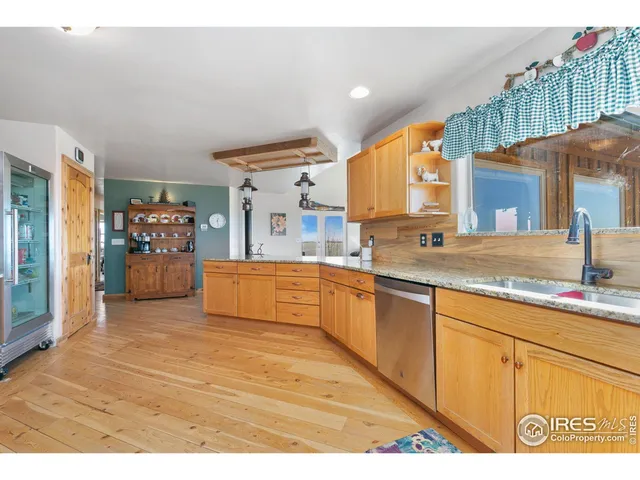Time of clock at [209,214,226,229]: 12:28
